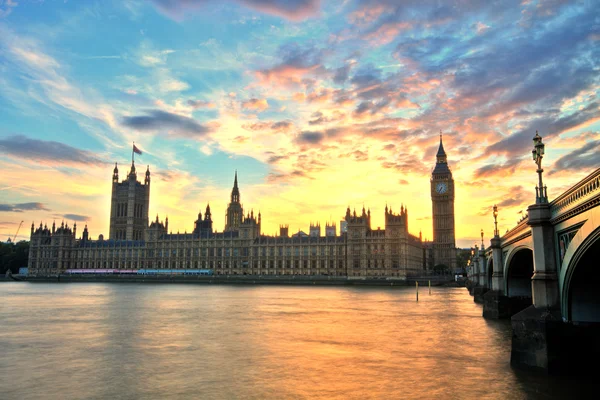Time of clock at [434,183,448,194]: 6:35
